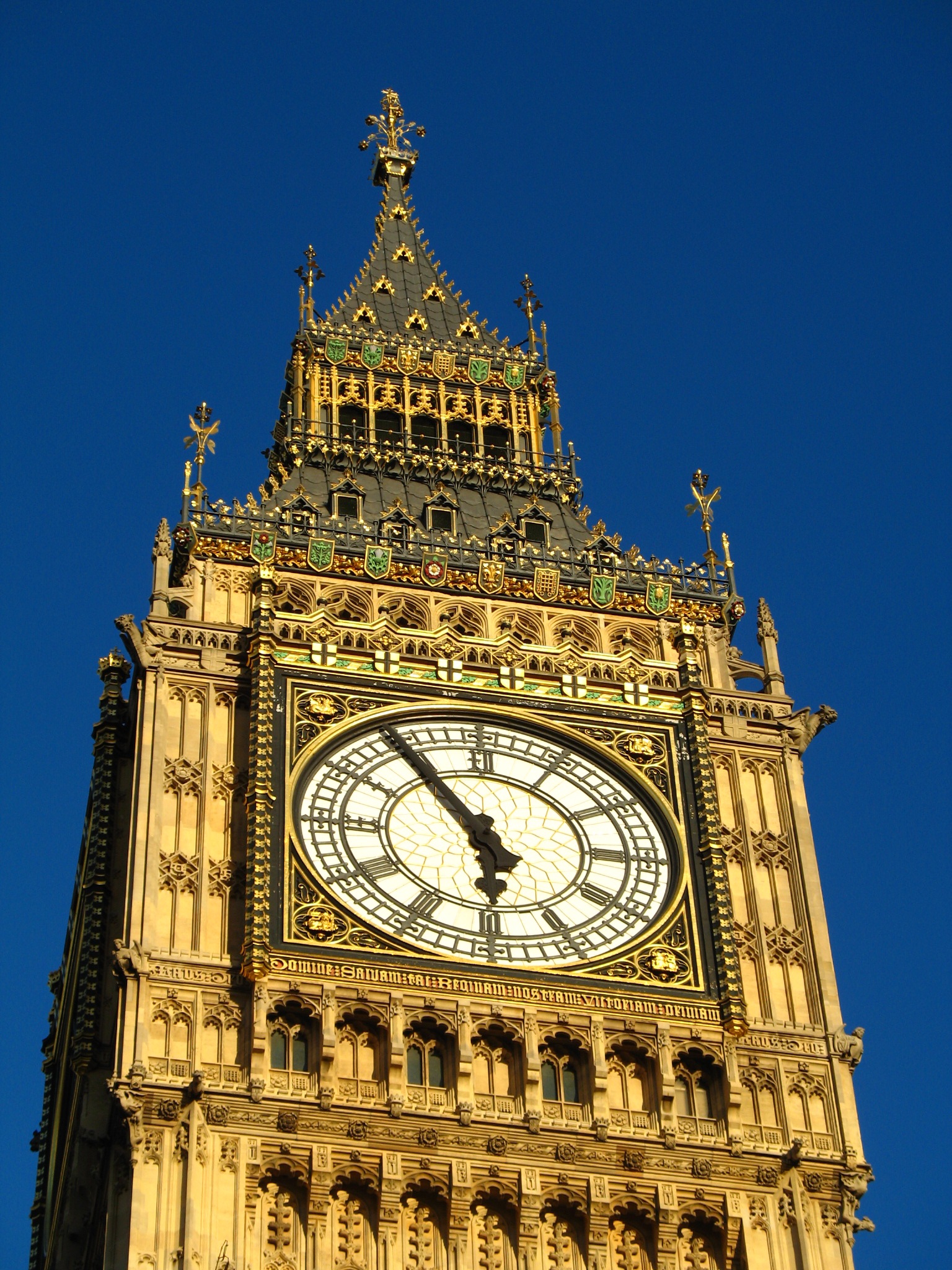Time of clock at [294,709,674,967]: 5:54
